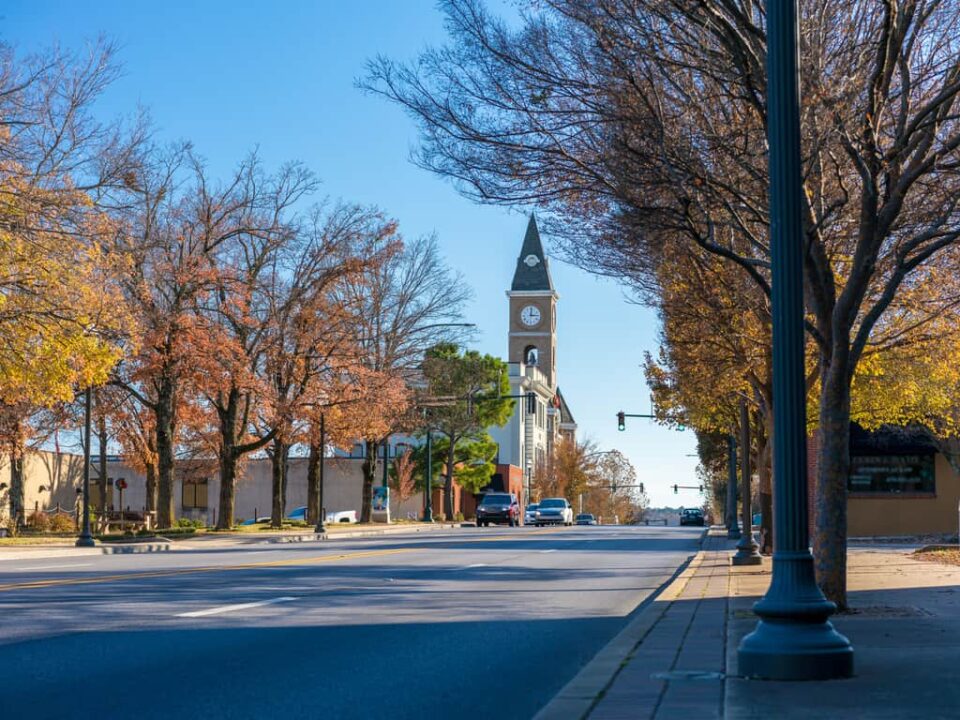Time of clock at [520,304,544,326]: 12:14
